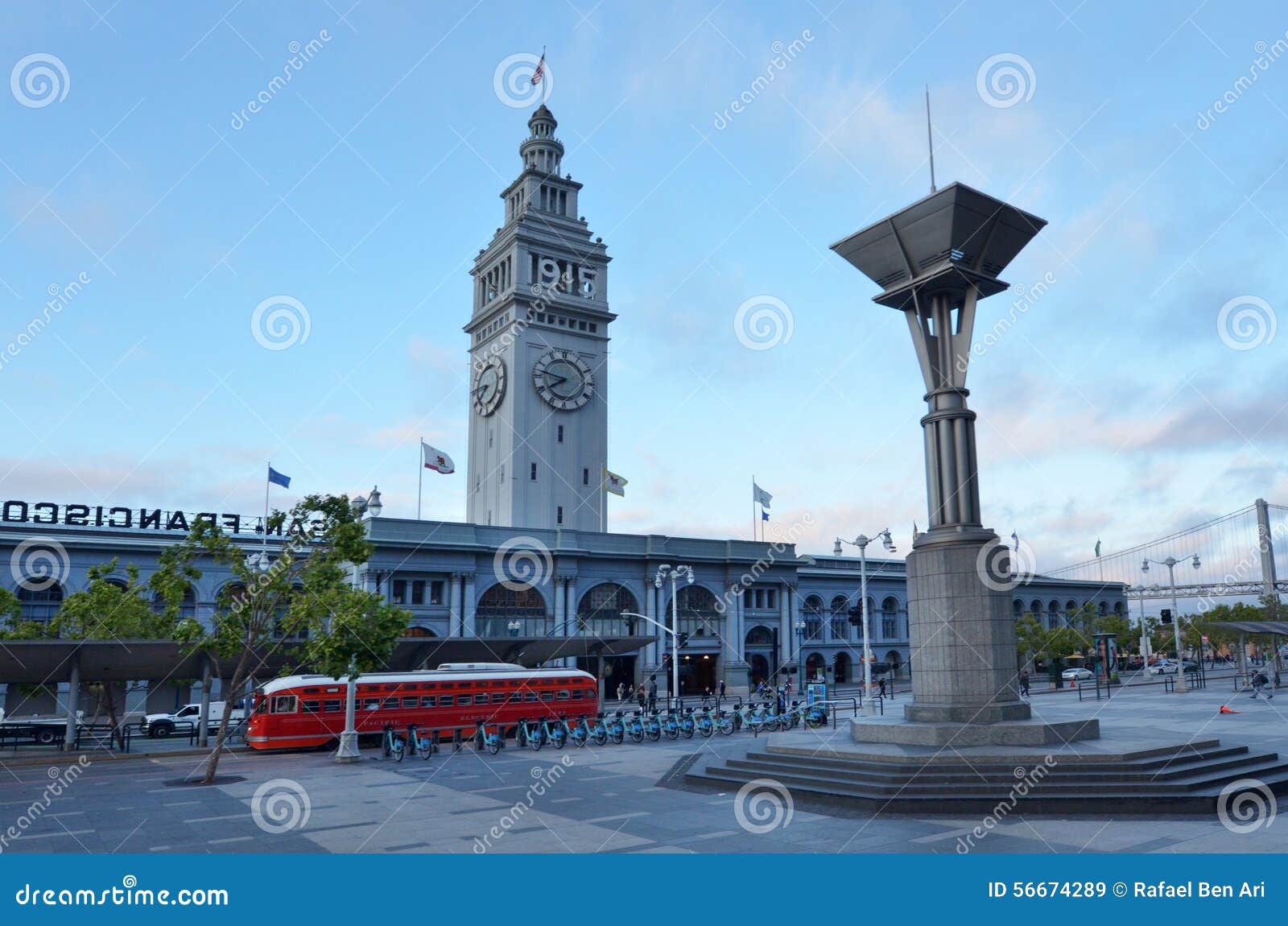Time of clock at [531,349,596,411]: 7:47
